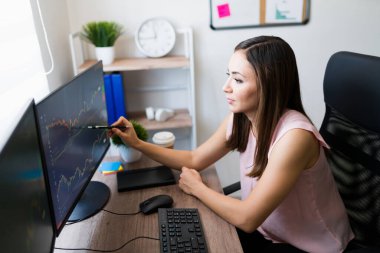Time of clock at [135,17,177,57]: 11:44
